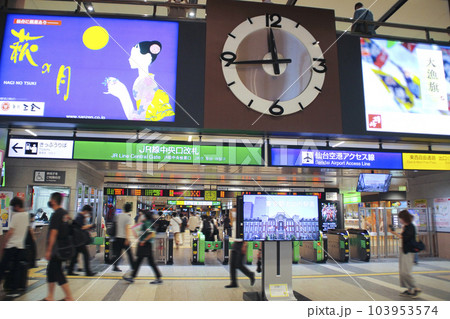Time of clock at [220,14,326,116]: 11:44
